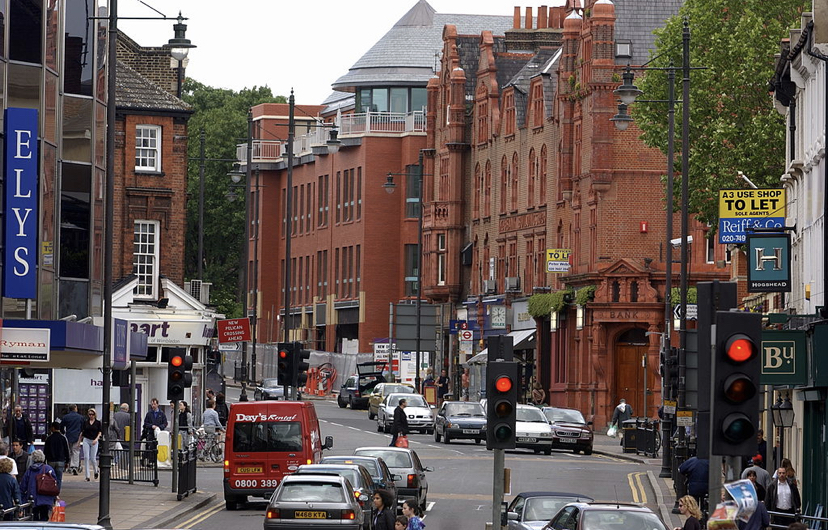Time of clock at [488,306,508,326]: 11:41
